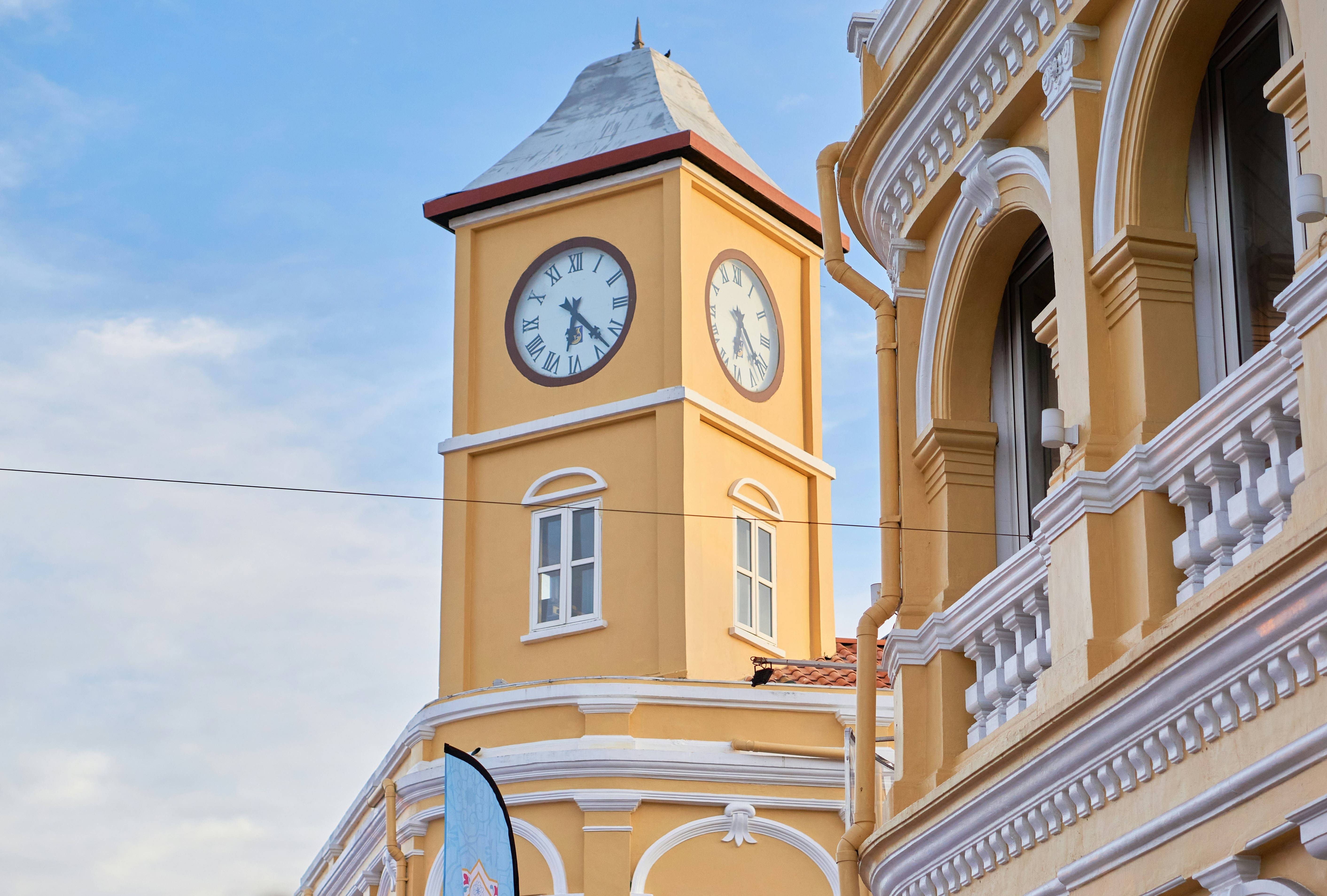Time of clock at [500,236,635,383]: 6:22
